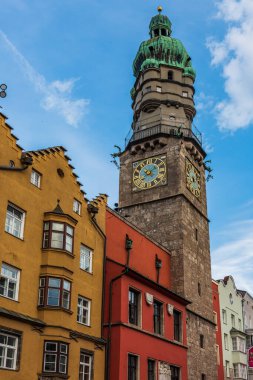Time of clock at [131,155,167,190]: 8:09
